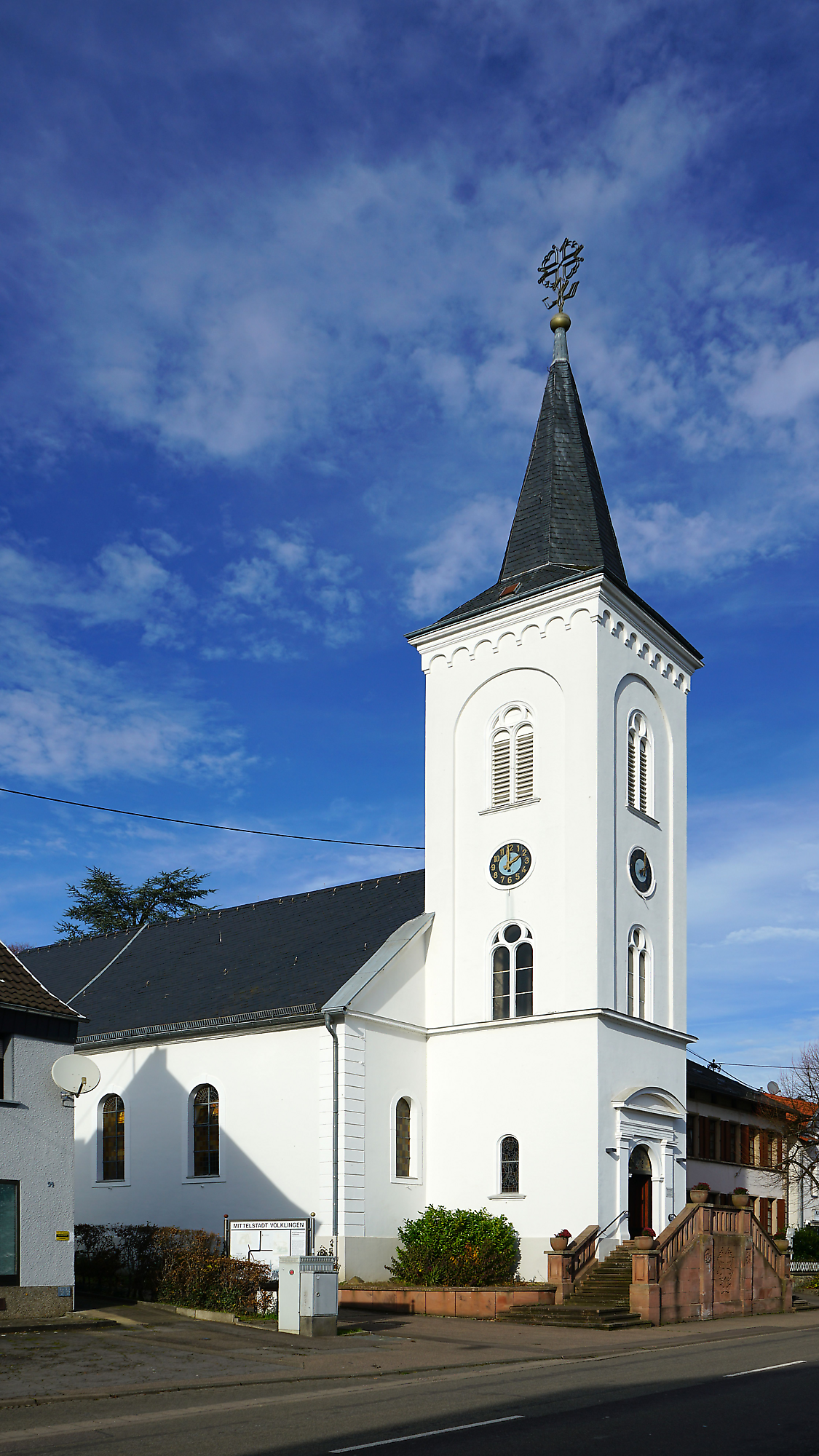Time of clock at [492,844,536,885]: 2:00
